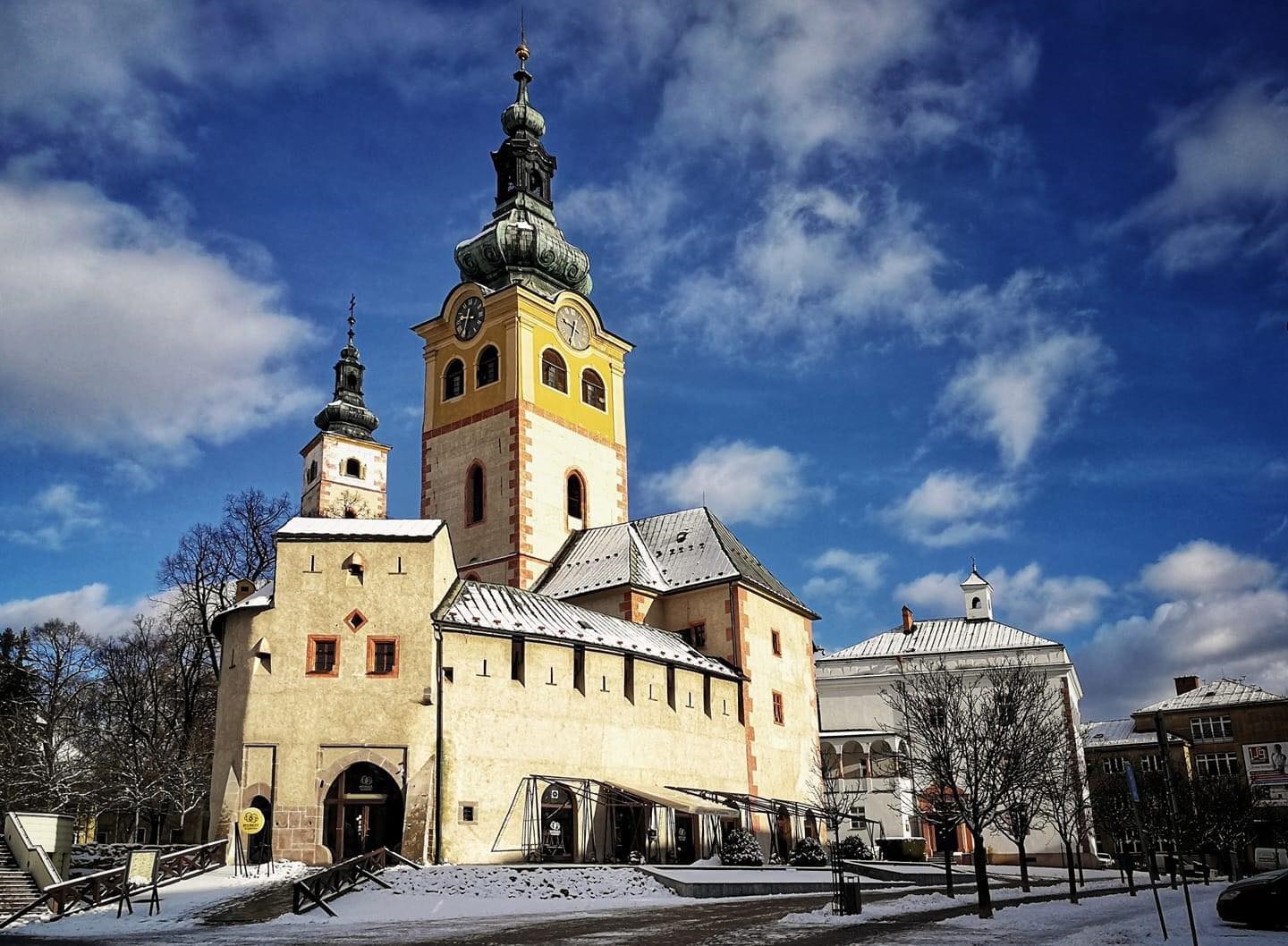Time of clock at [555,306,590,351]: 9:33
